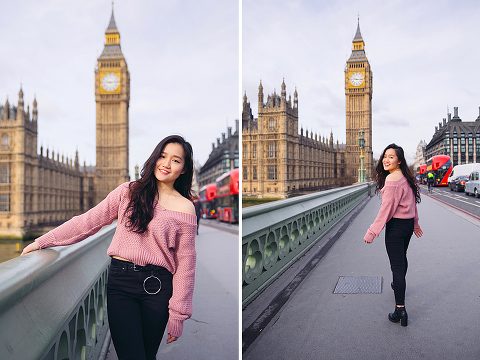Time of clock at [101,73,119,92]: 9:14
